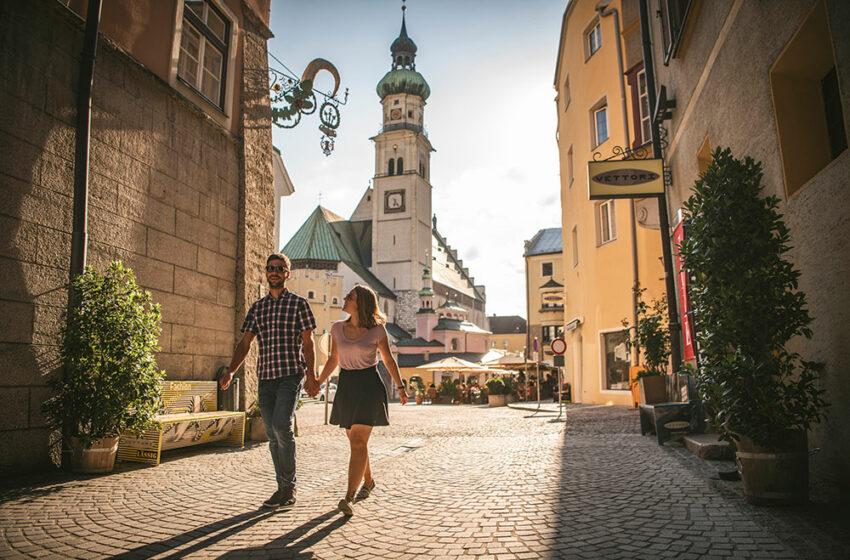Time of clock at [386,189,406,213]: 6:23
